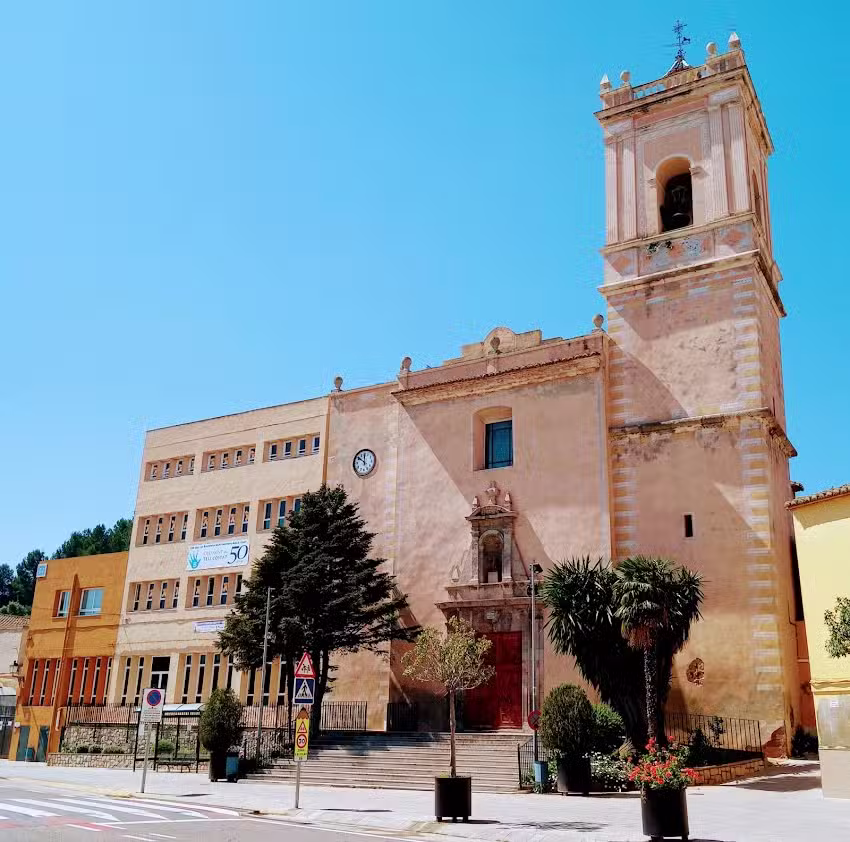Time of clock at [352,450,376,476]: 11:50
